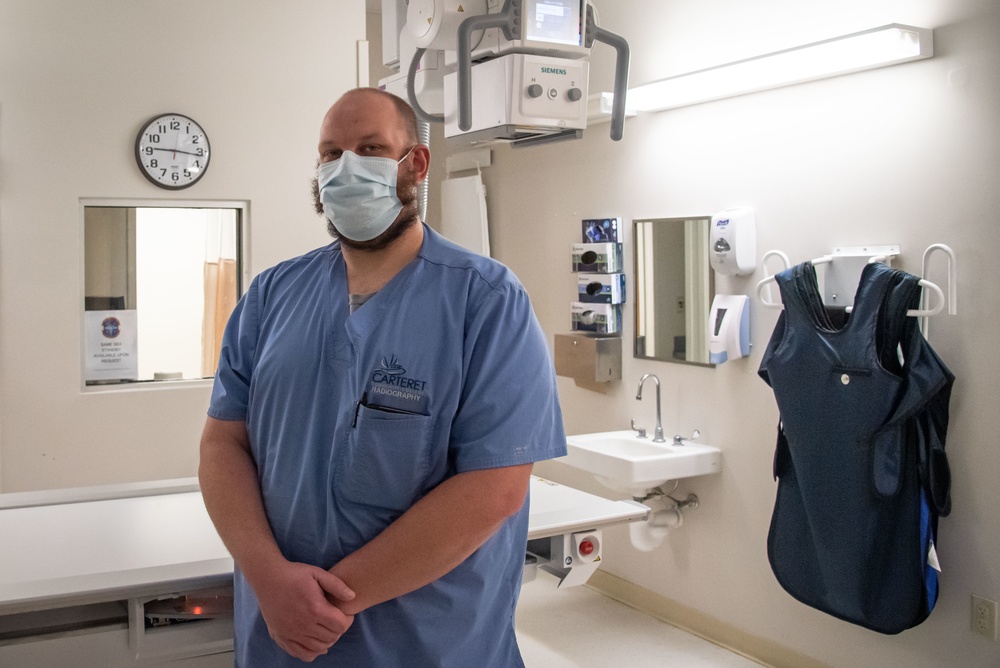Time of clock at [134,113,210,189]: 9:16
